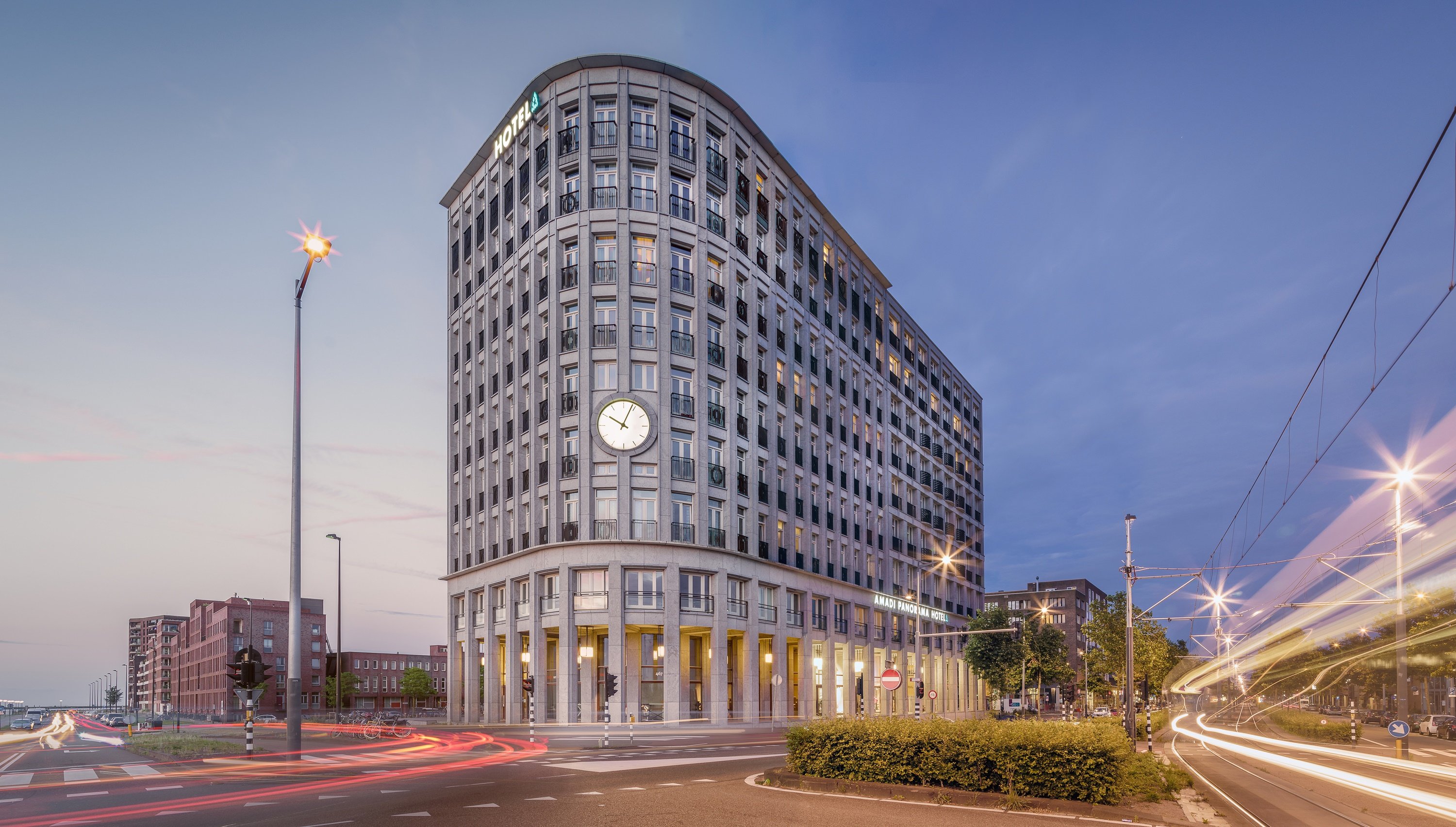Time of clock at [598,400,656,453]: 10:03
